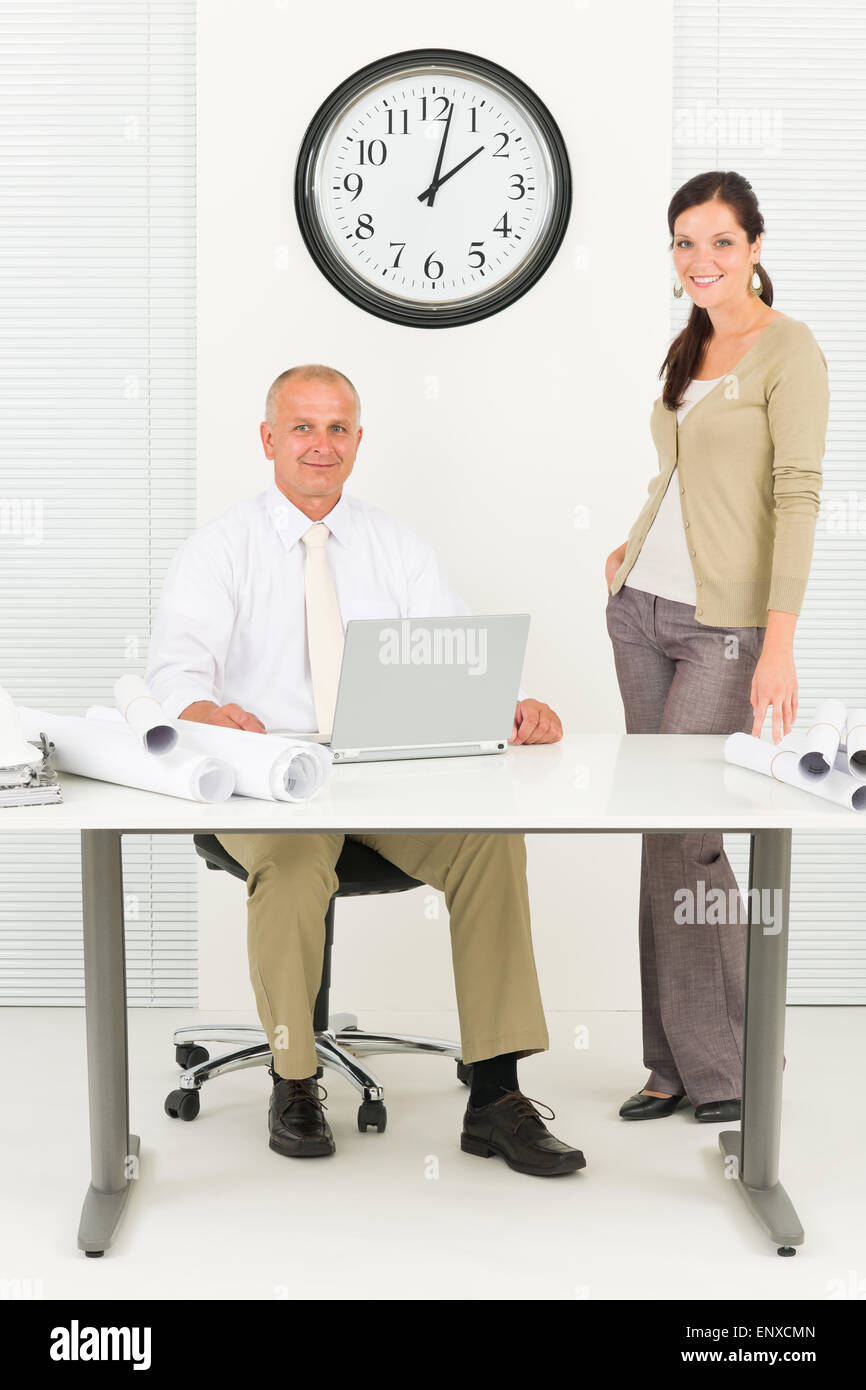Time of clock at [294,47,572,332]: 2:02
